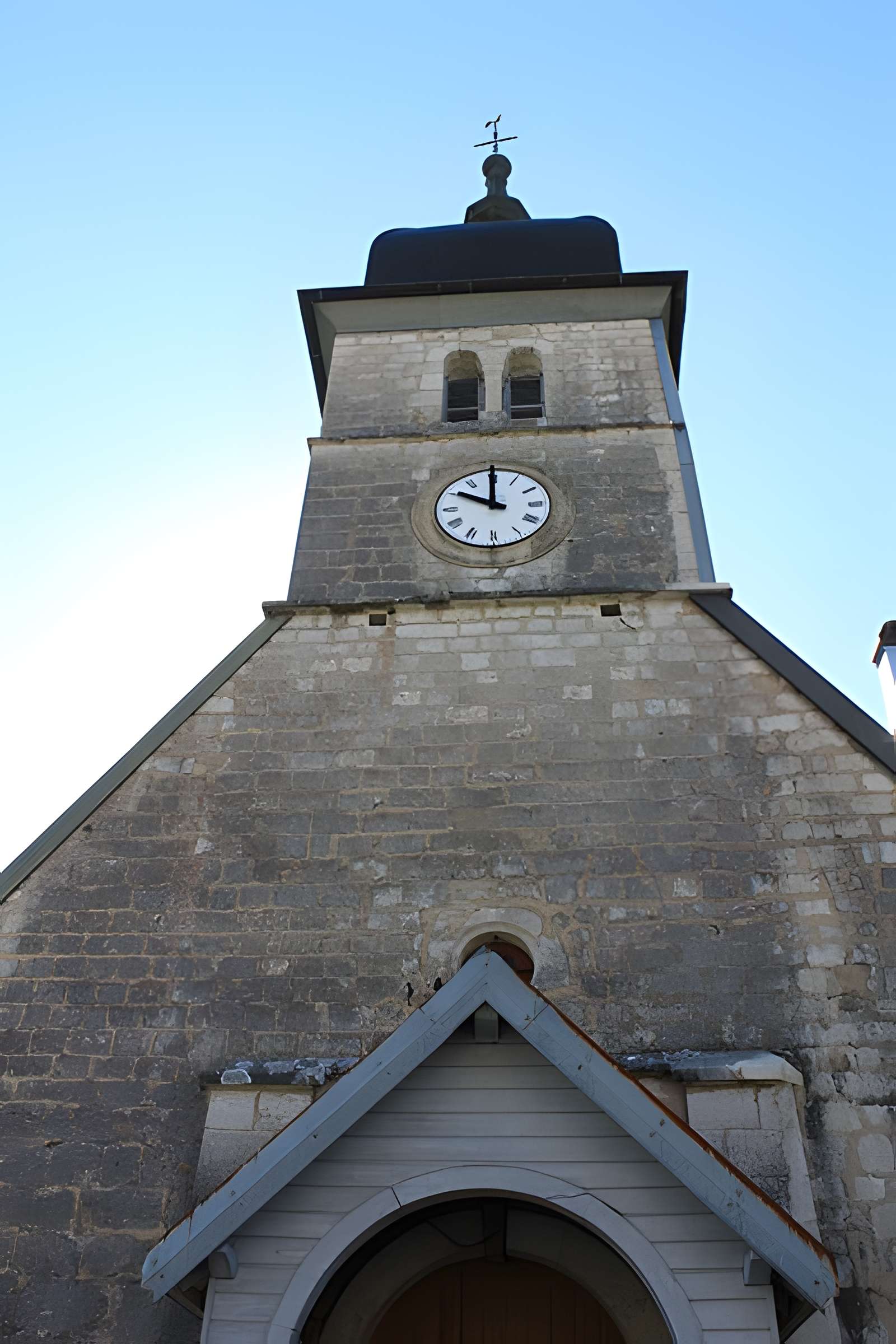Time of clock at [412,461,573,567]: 9:59
